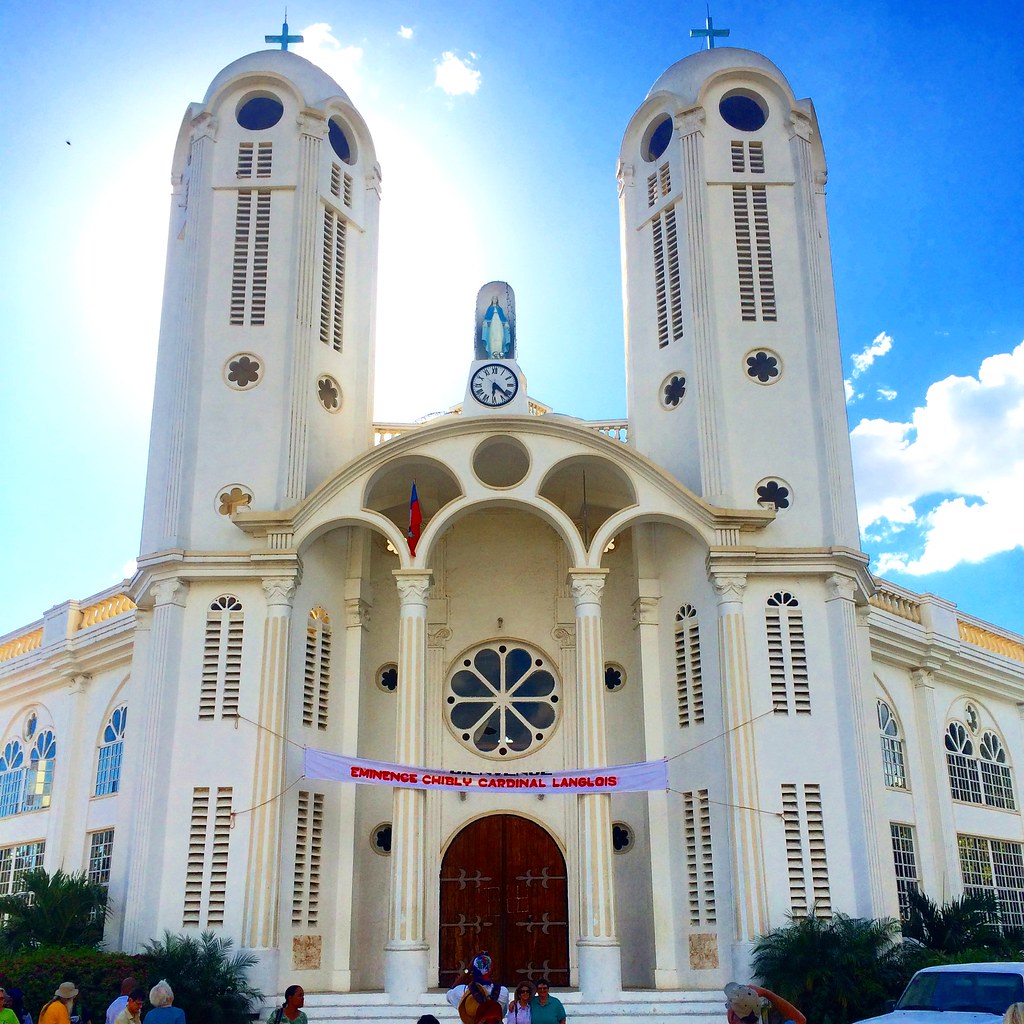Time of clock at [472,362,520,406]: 6:21
